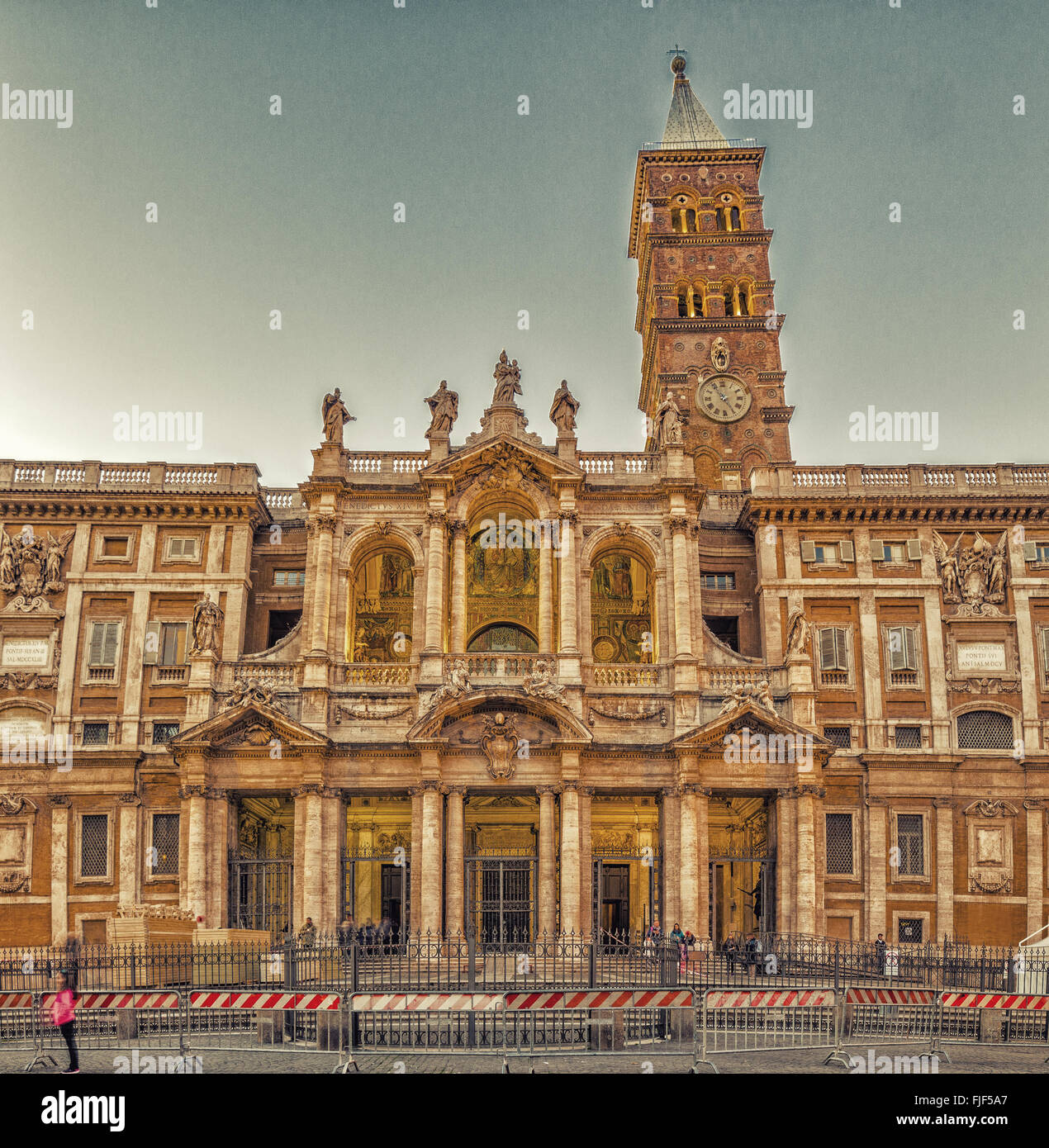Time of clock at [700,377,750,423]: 4:54
